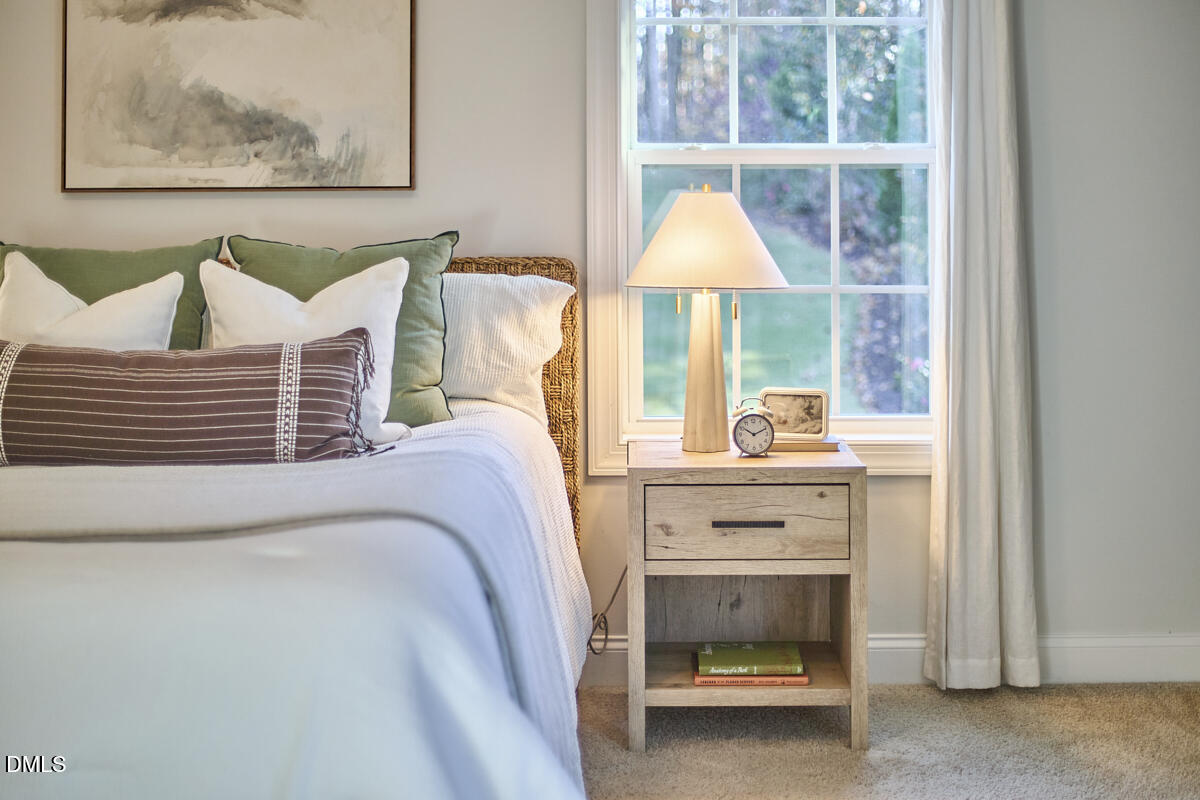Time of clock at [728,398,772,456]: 10:11
